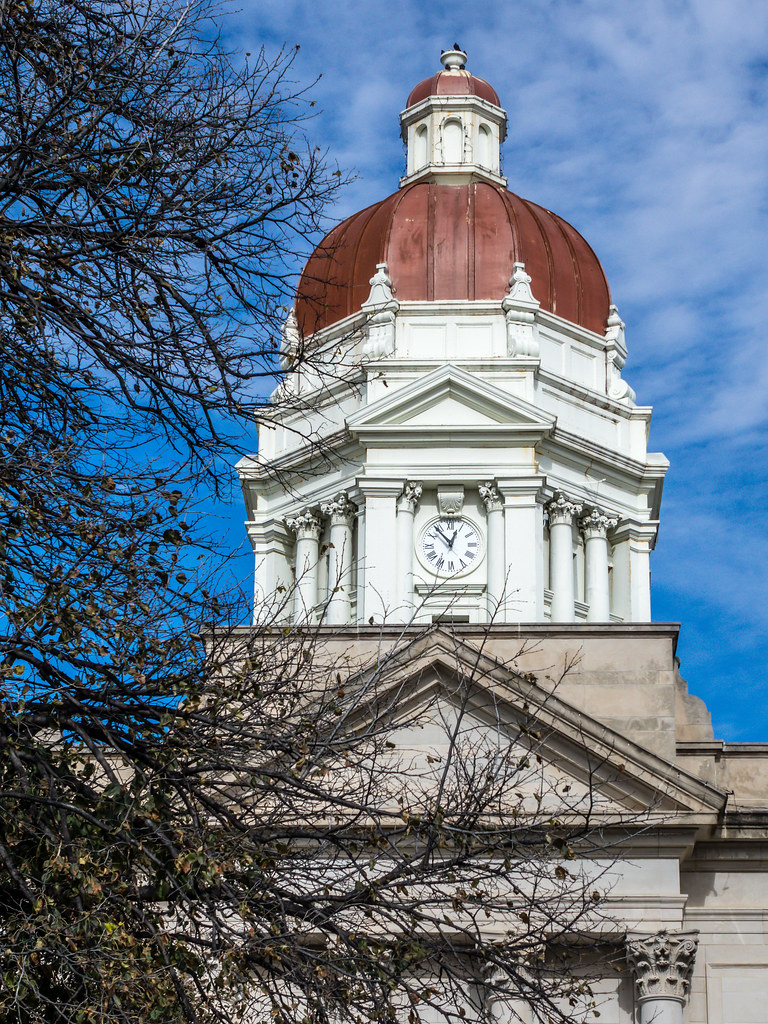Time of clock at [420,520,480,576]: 12:53
